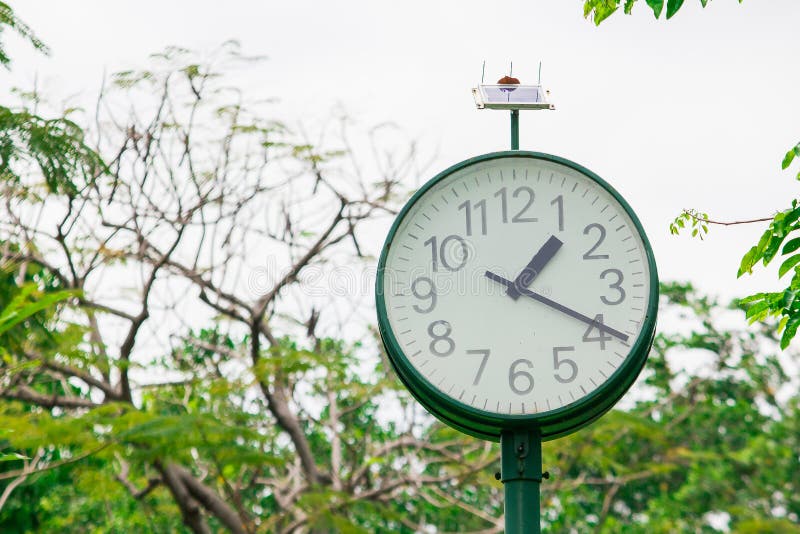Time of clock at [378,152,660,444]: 1:19
